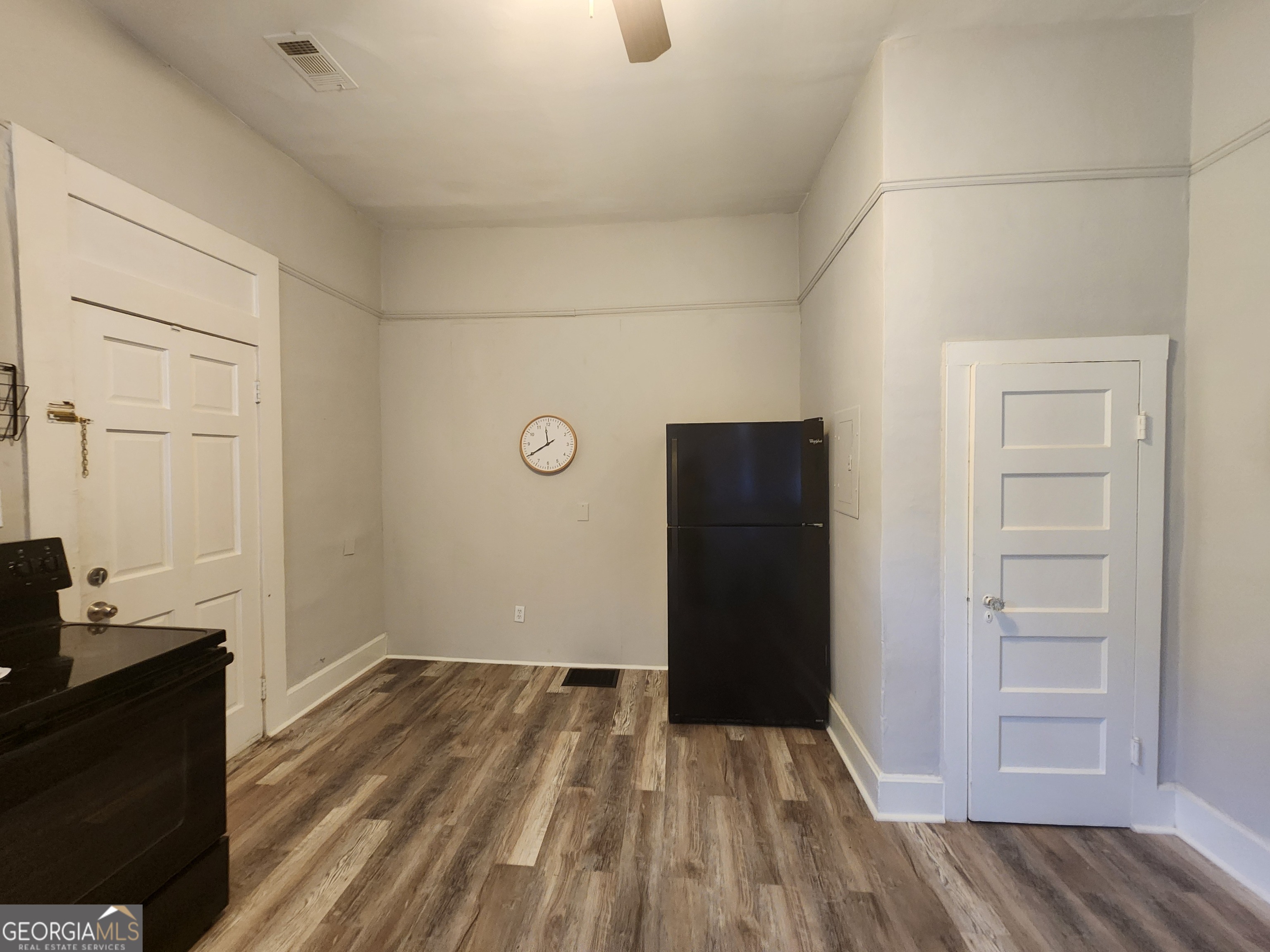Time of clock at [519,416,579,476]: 11:39
